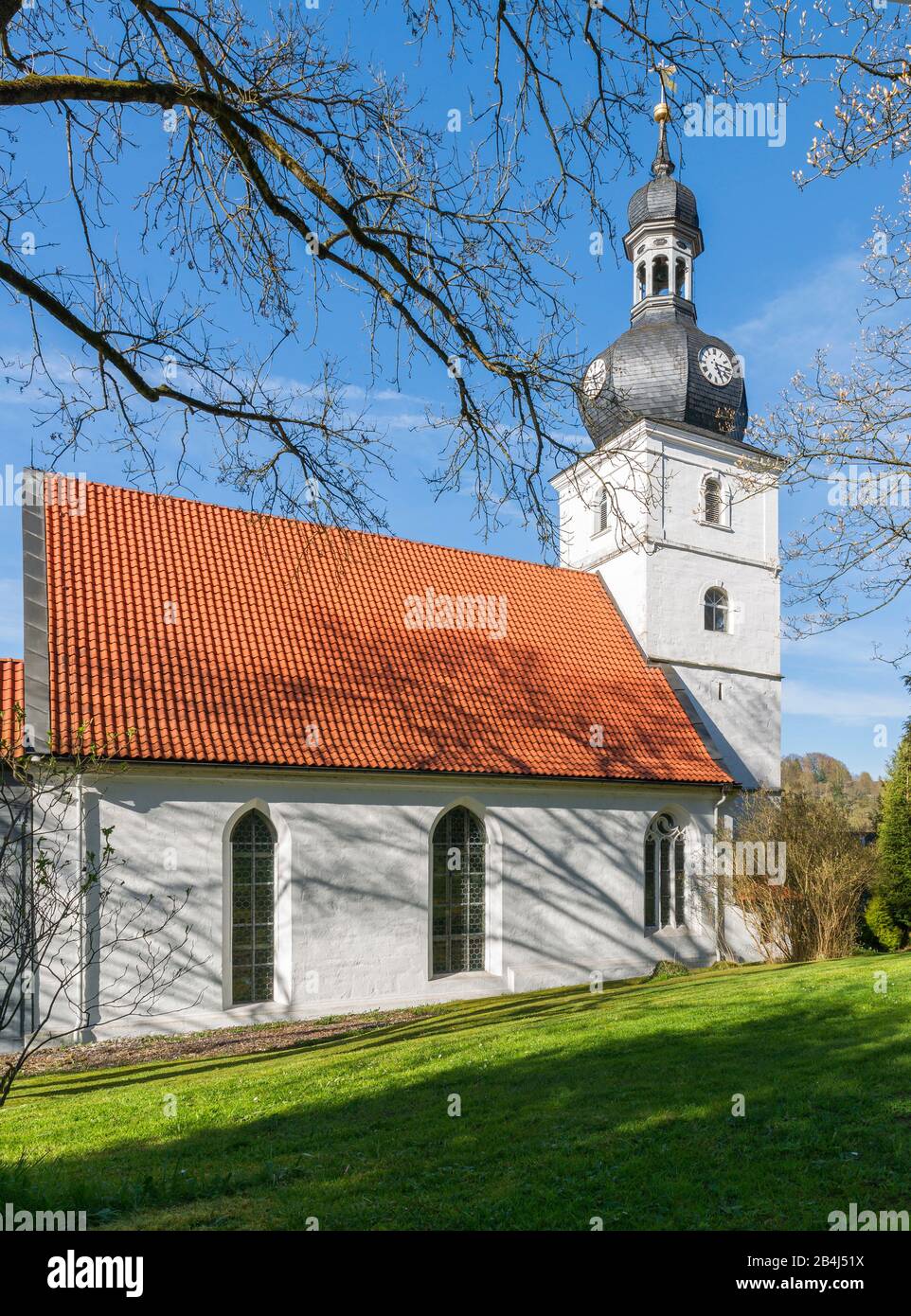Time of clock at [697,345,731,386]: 5:15
